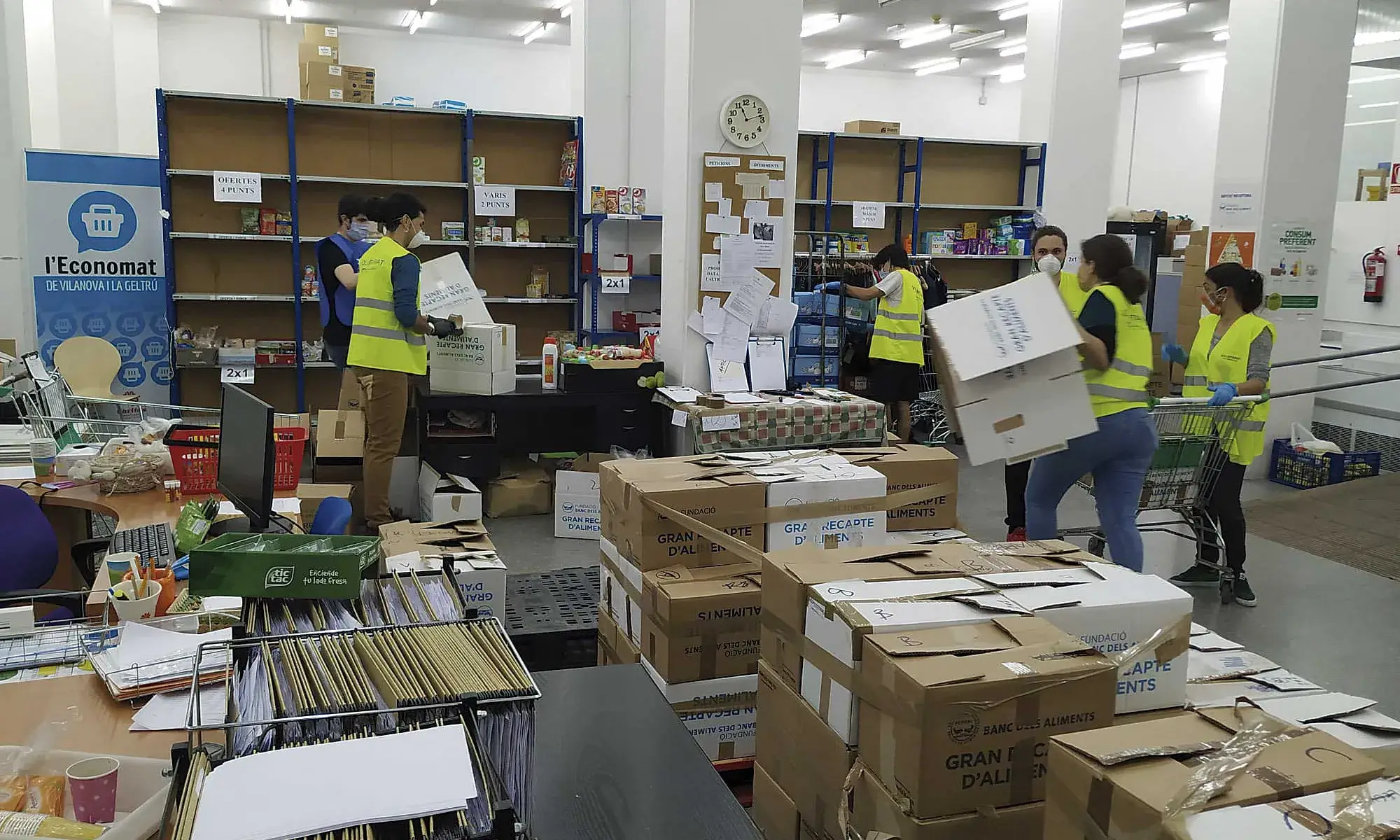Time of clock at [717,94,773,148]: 11:12
